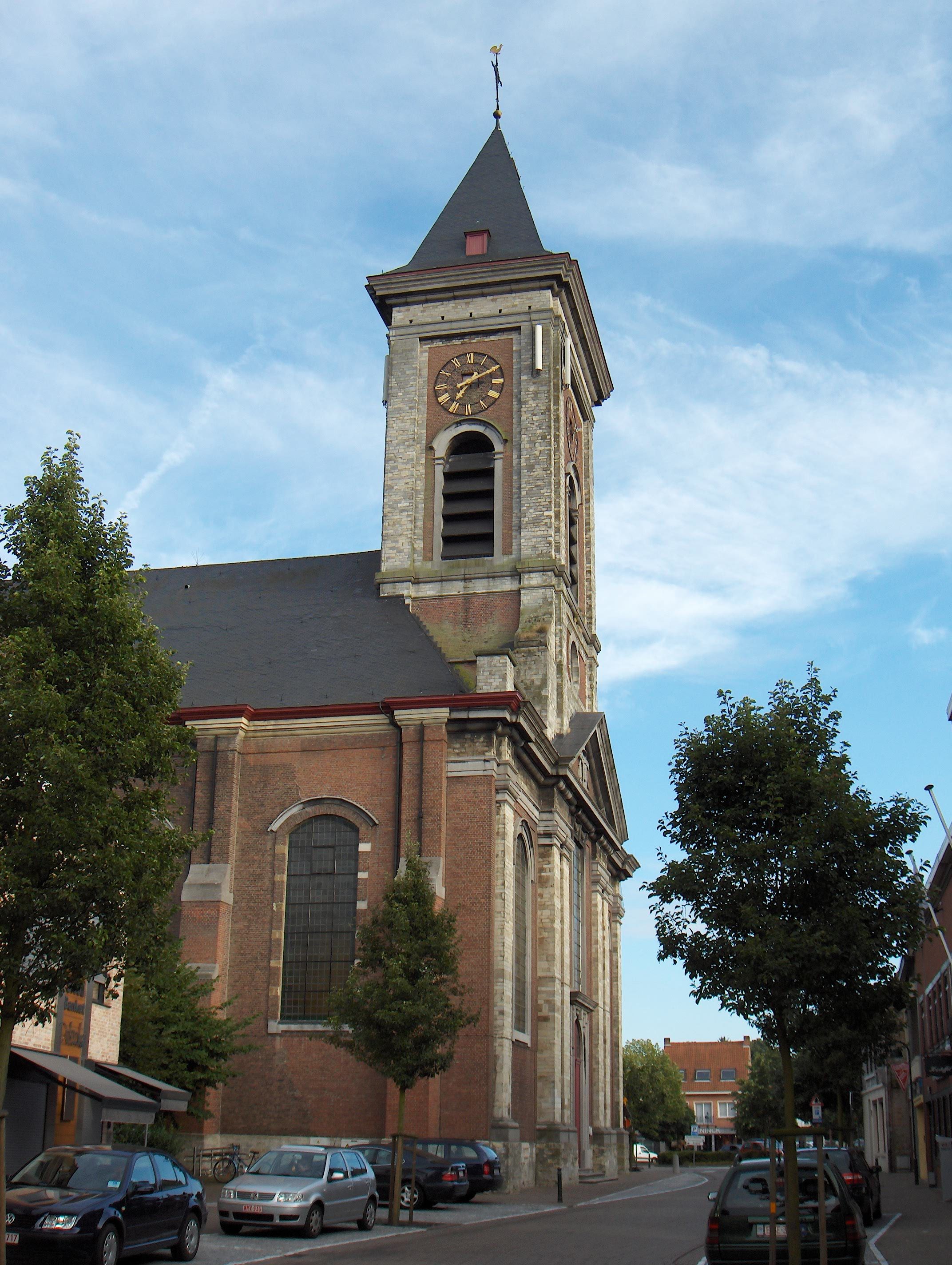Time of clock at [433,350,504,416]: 7:10
